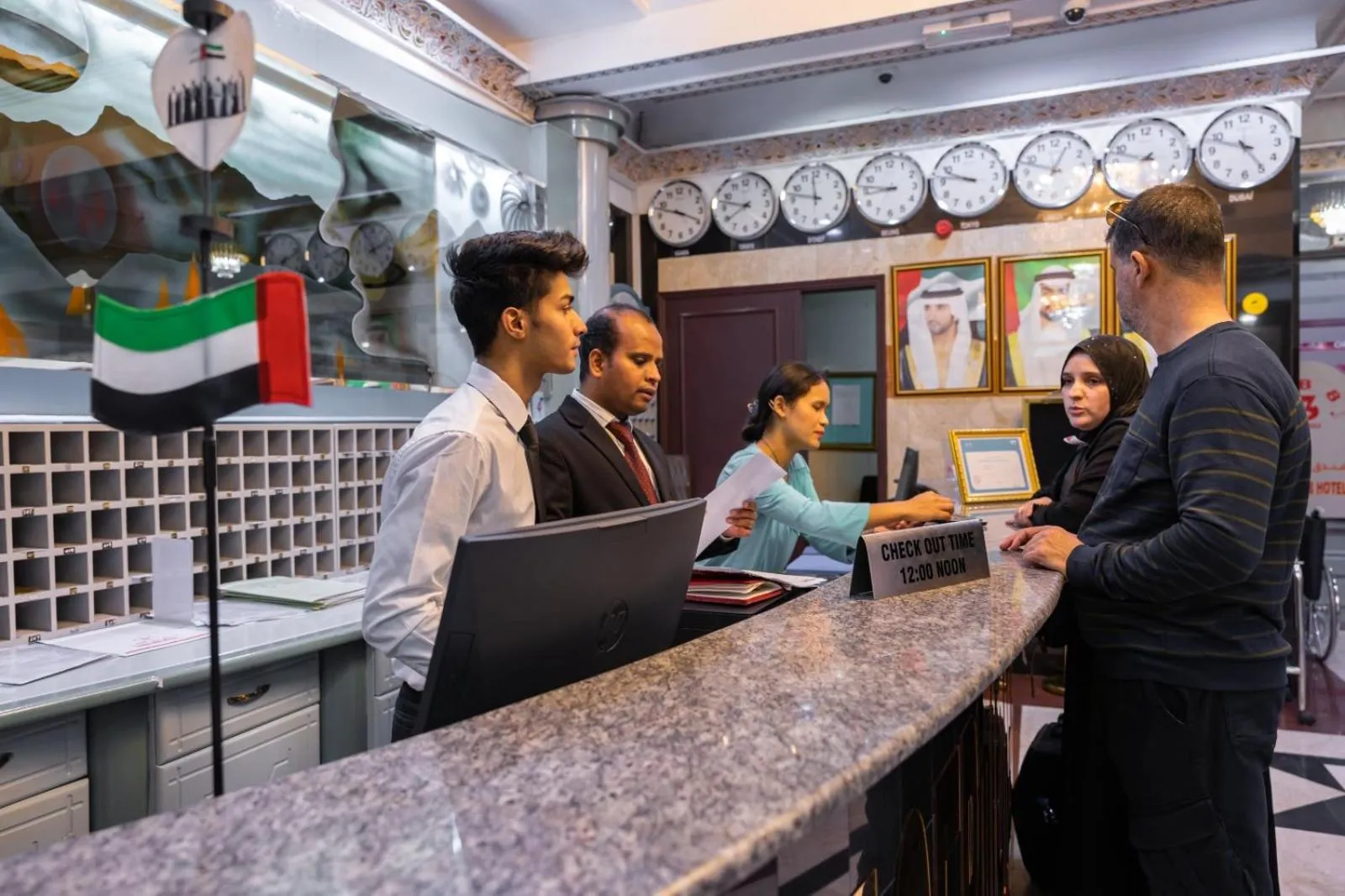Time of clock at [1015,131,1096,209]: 12:48
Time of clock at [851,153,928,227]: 8:46
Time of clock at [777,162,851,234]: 11:46
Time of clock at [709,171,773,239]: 7:46
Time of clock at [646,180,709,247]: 3:47
